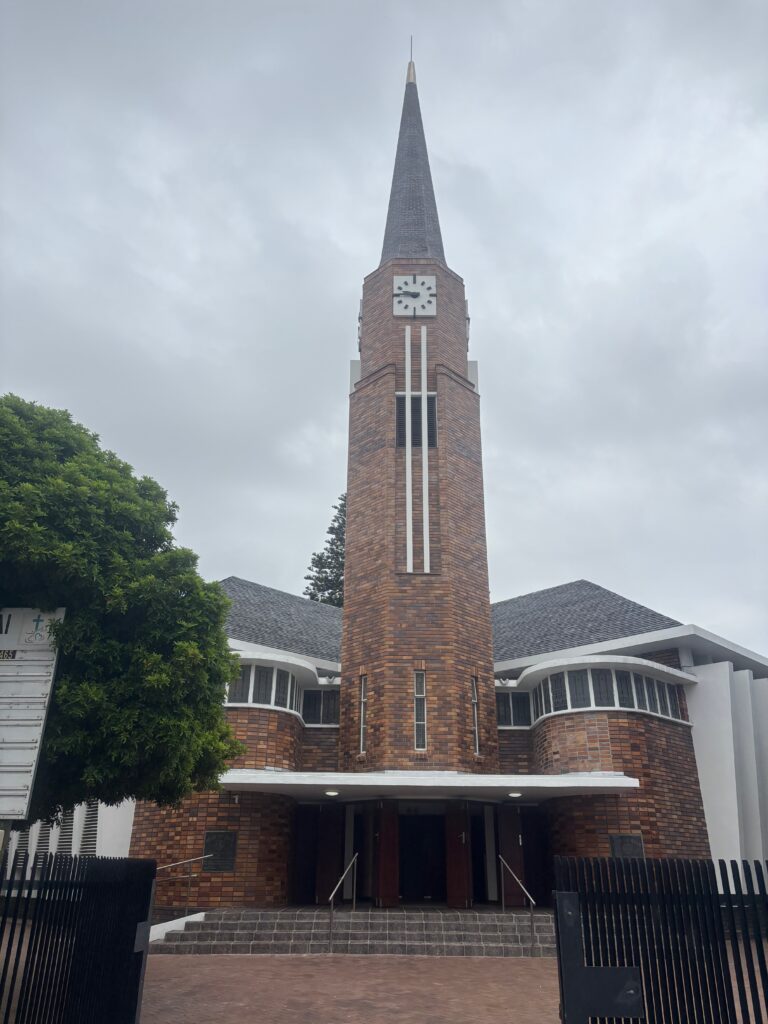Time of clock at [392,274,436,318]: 9:45
